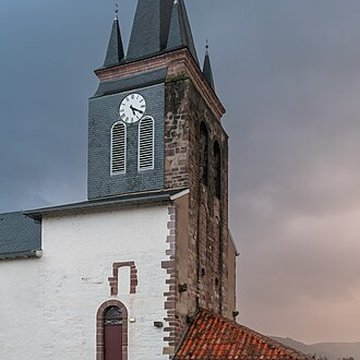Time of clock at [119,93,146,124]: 5:19
